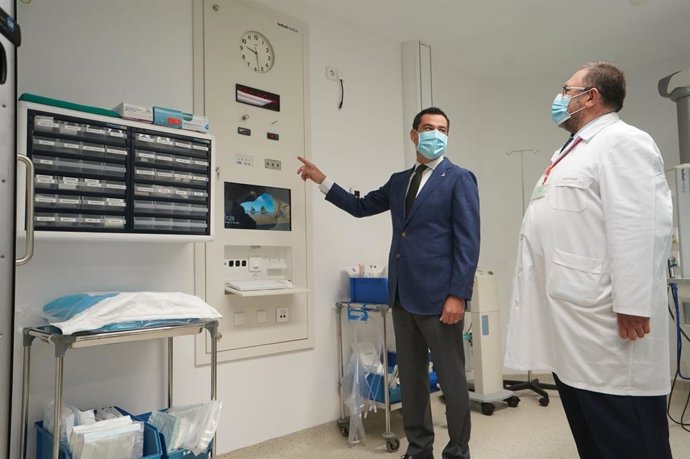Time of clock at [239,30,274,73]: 9:27
